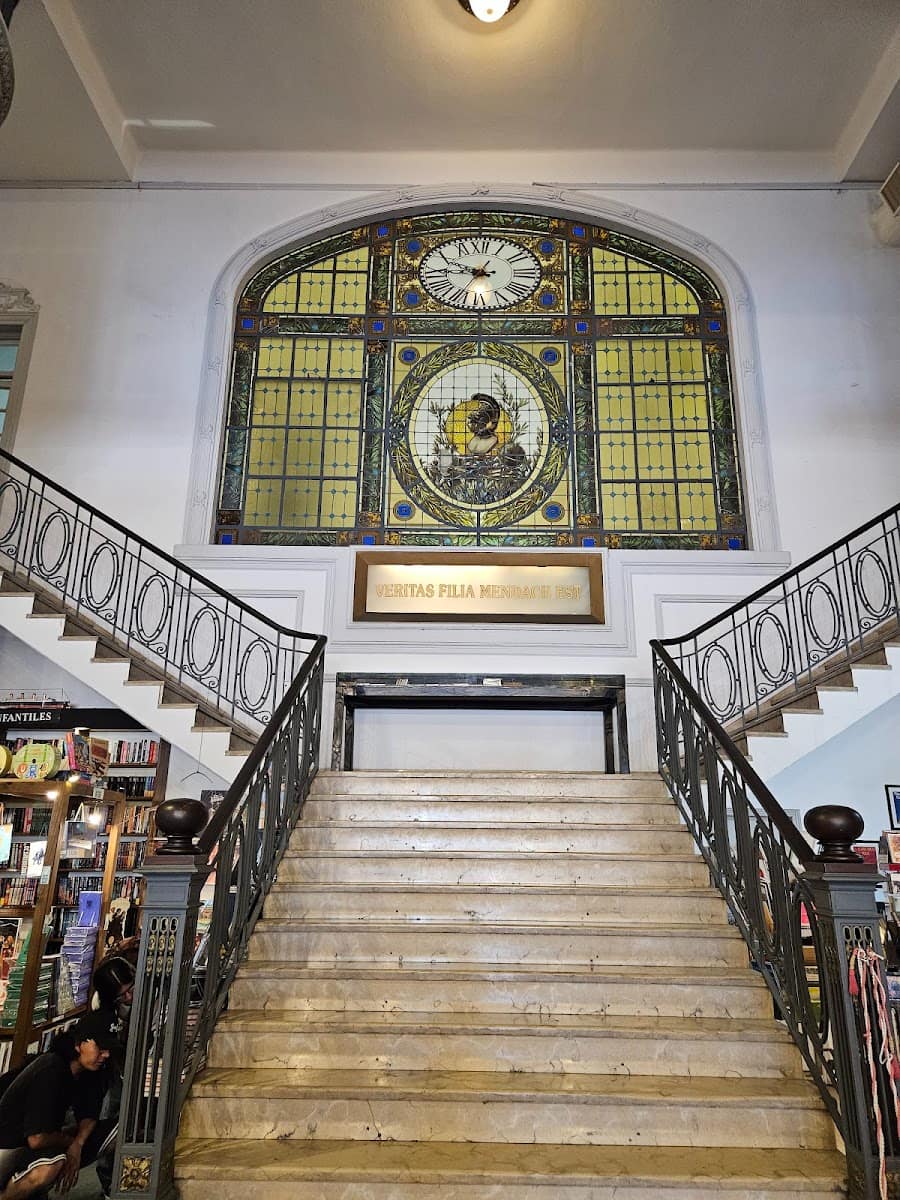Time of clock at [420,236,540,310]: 9:45
